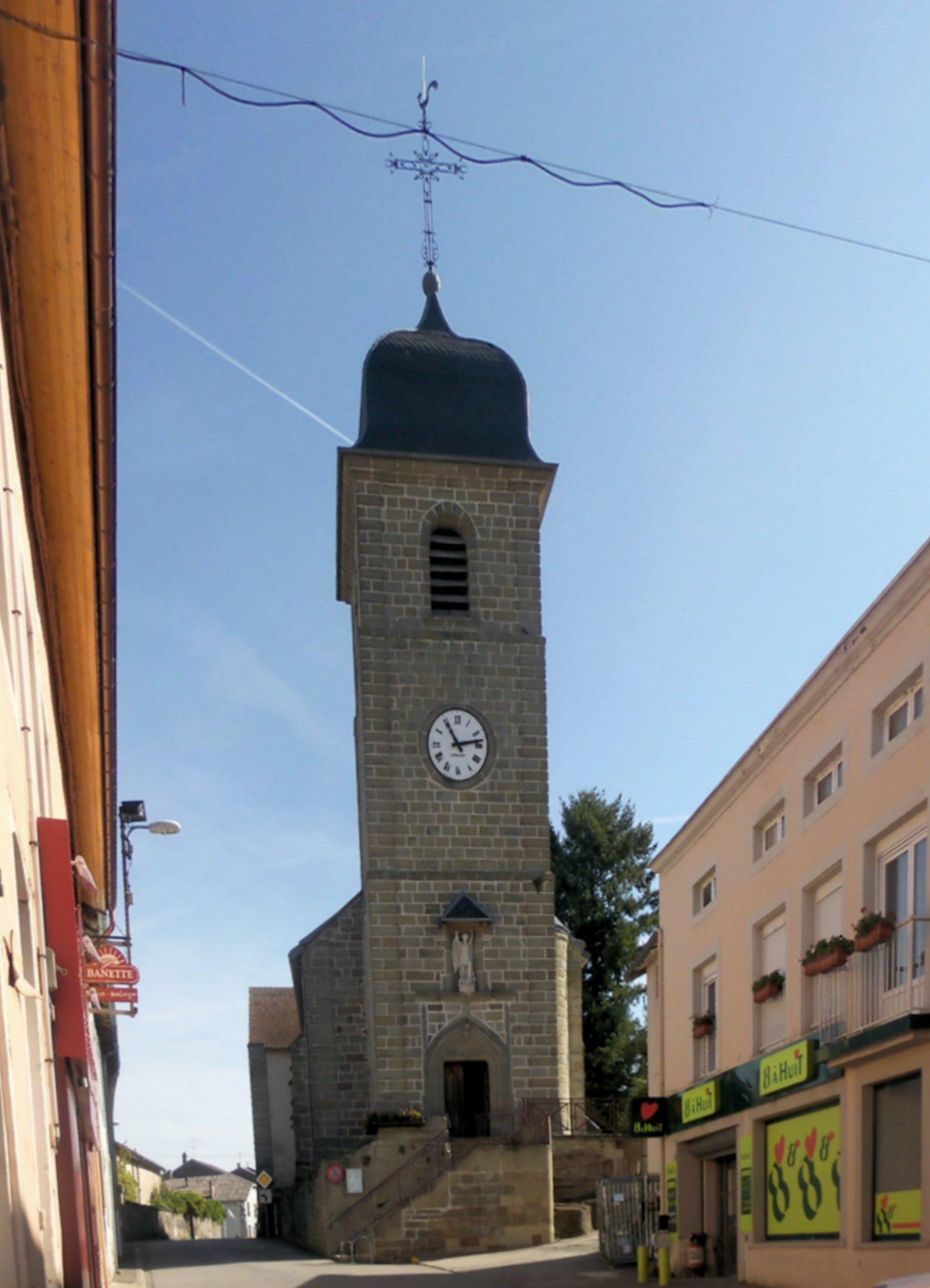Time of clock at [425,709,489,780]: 11:13
